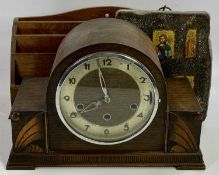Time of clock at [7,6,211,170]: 11:58
